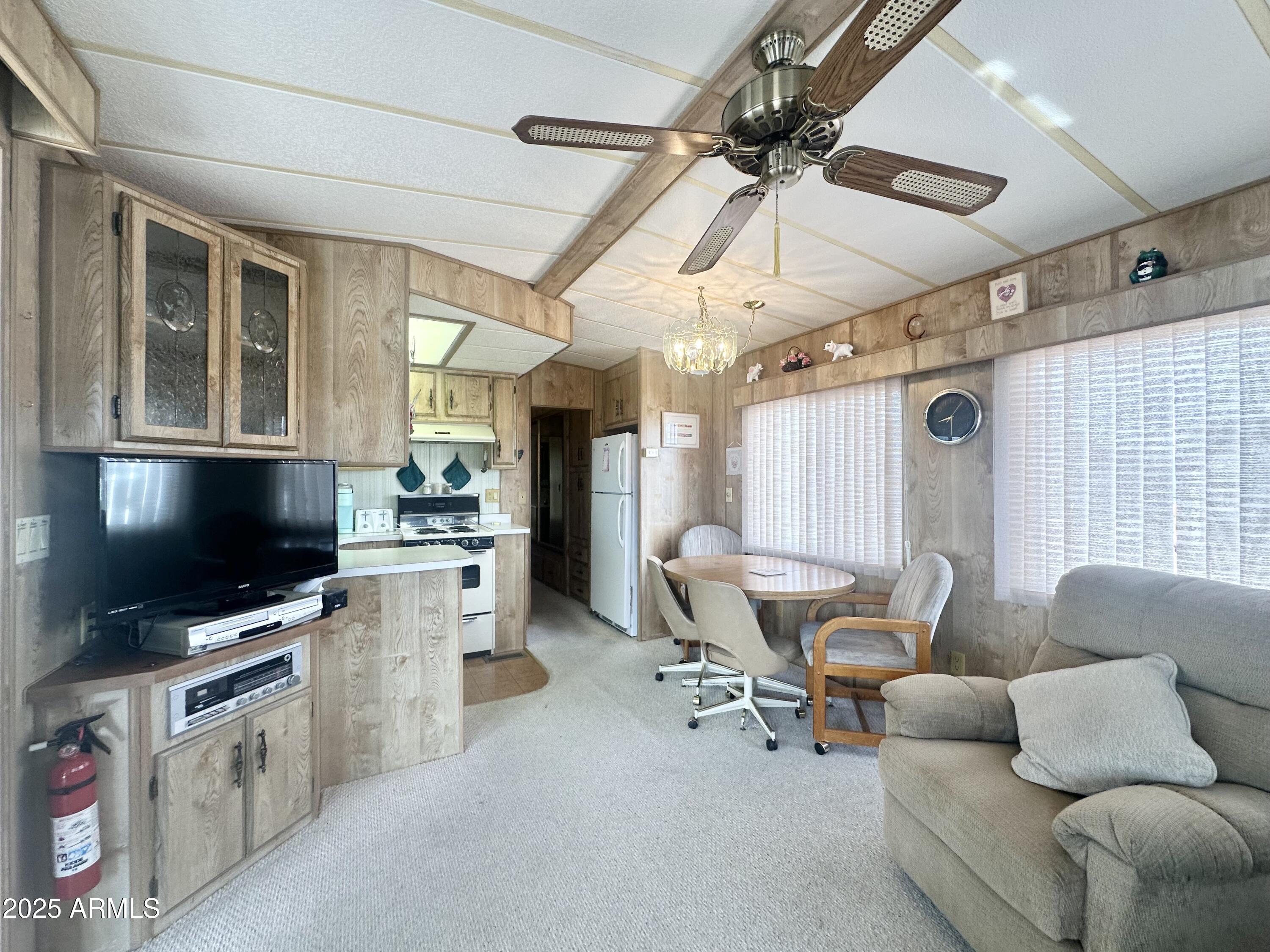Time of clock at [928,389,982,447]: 8:29
